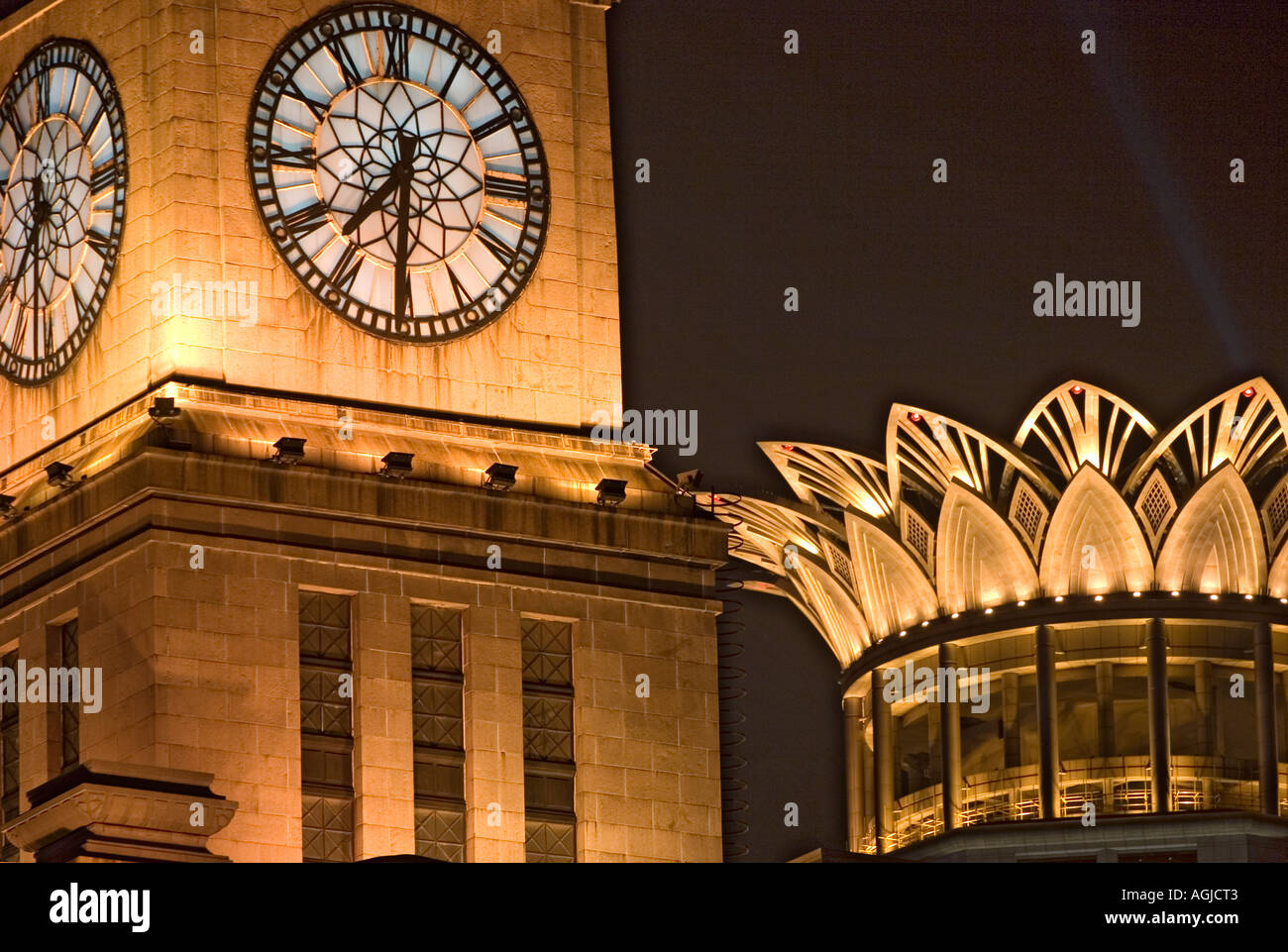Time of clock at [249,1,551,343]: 7:30
